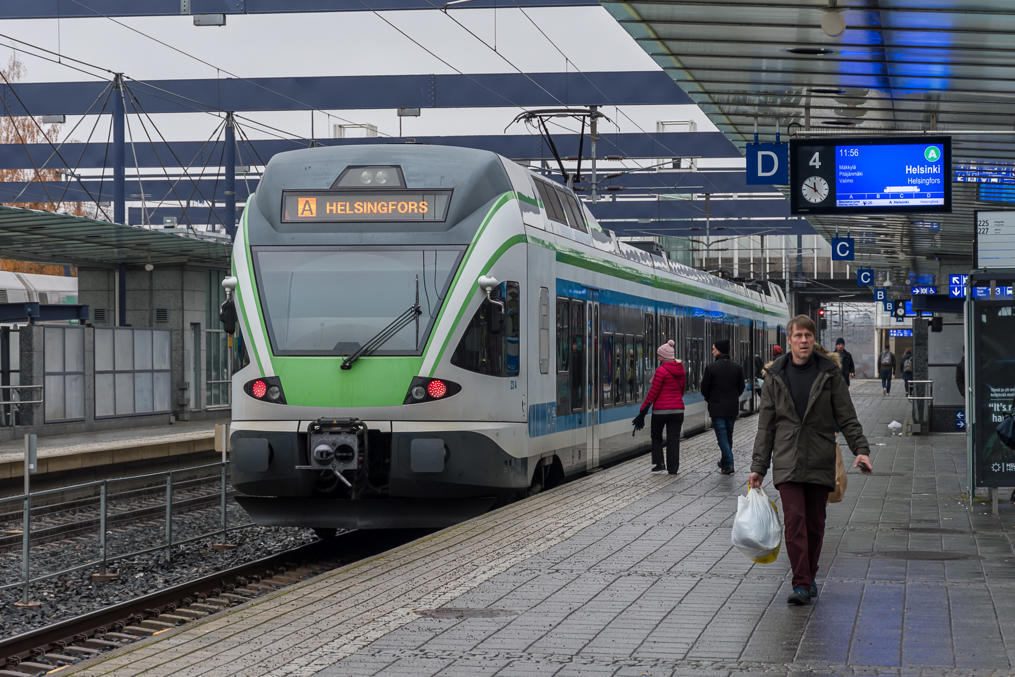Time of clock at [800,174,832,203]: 11:49
